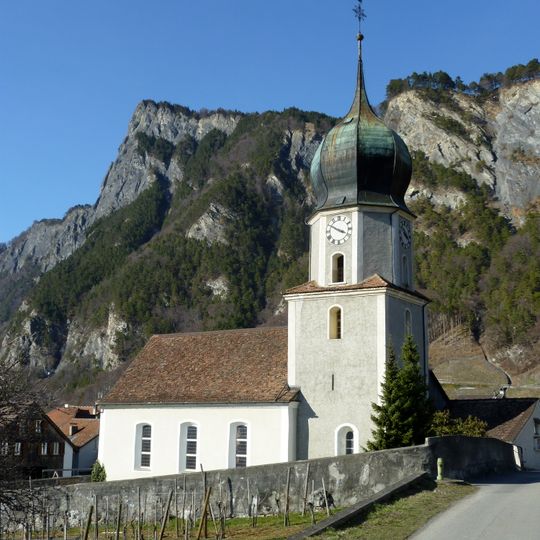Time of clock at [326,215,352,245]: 3:50
